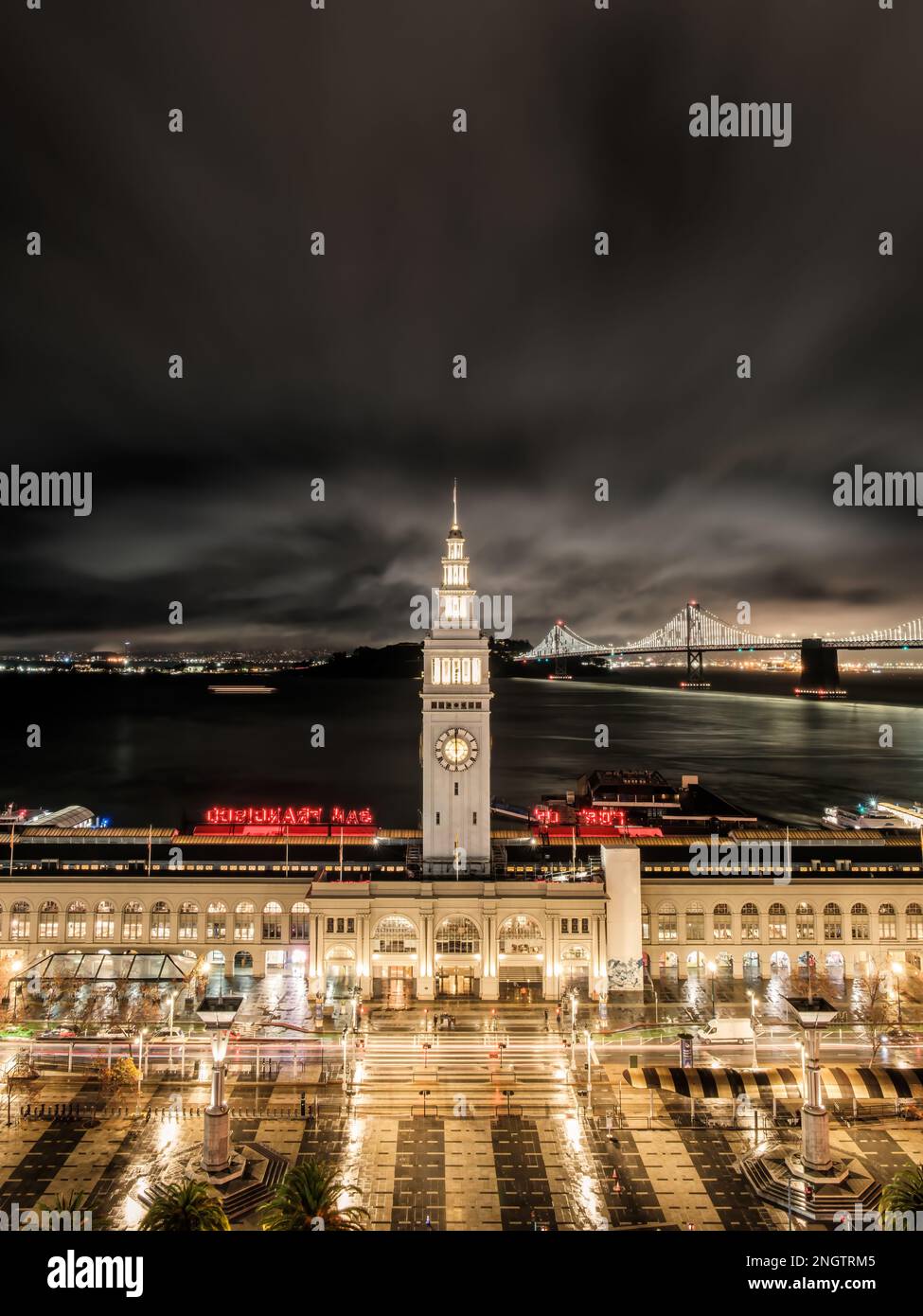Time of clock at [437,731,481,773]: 5:59
